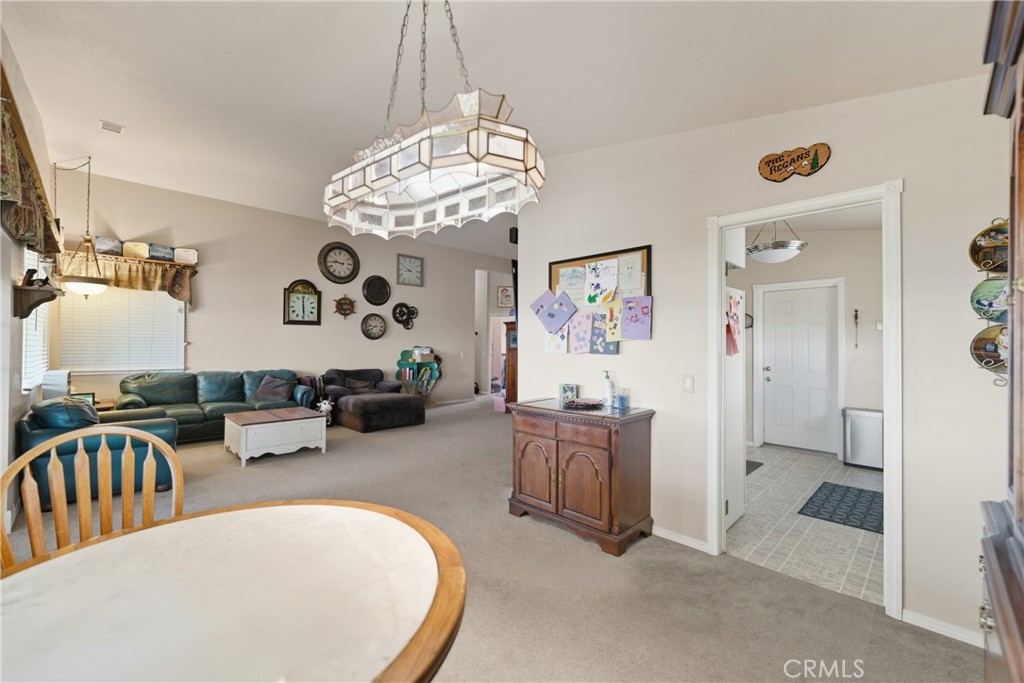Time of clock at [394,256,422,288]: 8:49
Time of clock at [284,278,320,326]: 5:59
